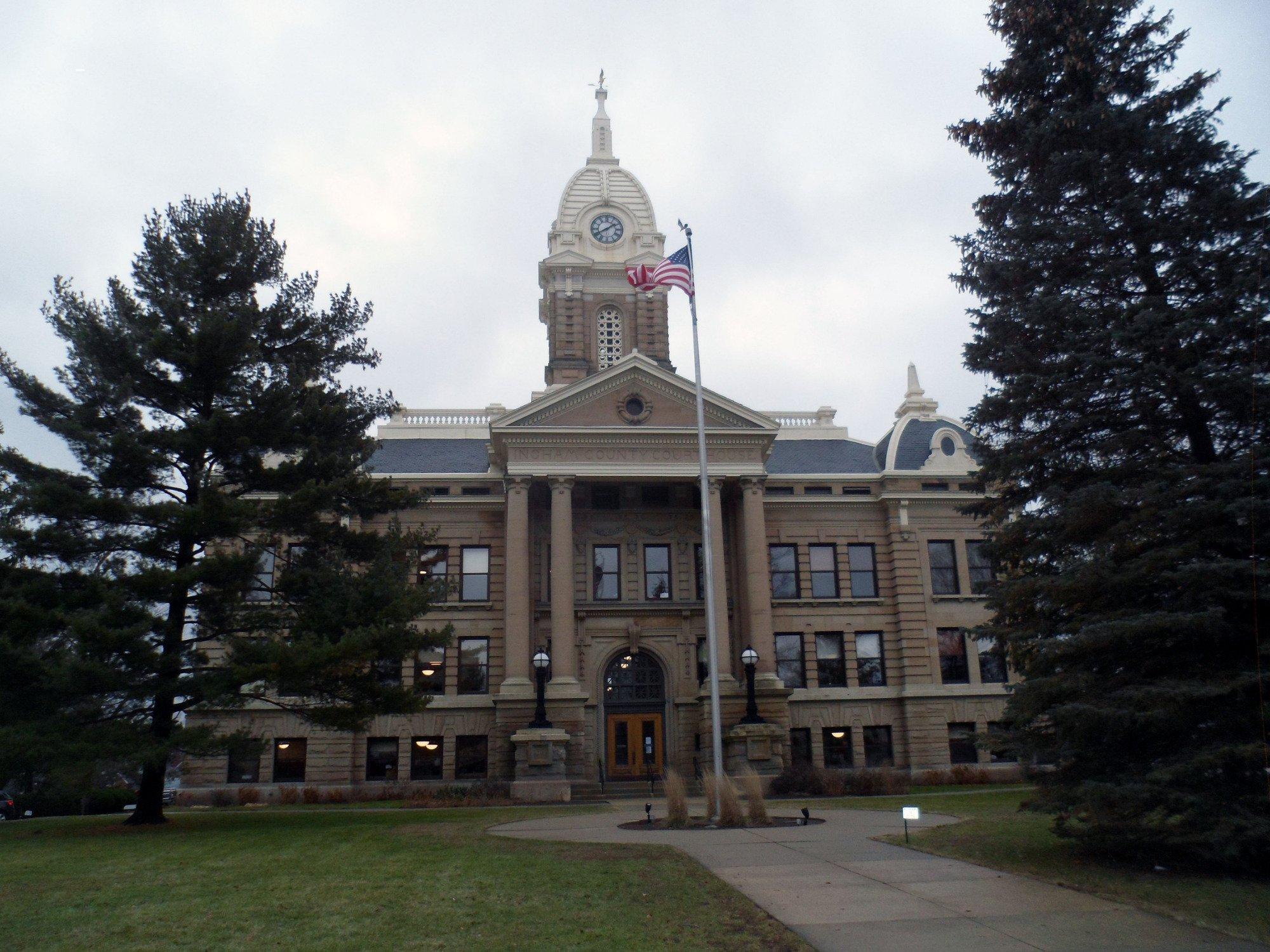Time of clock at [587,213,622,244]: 8:09
